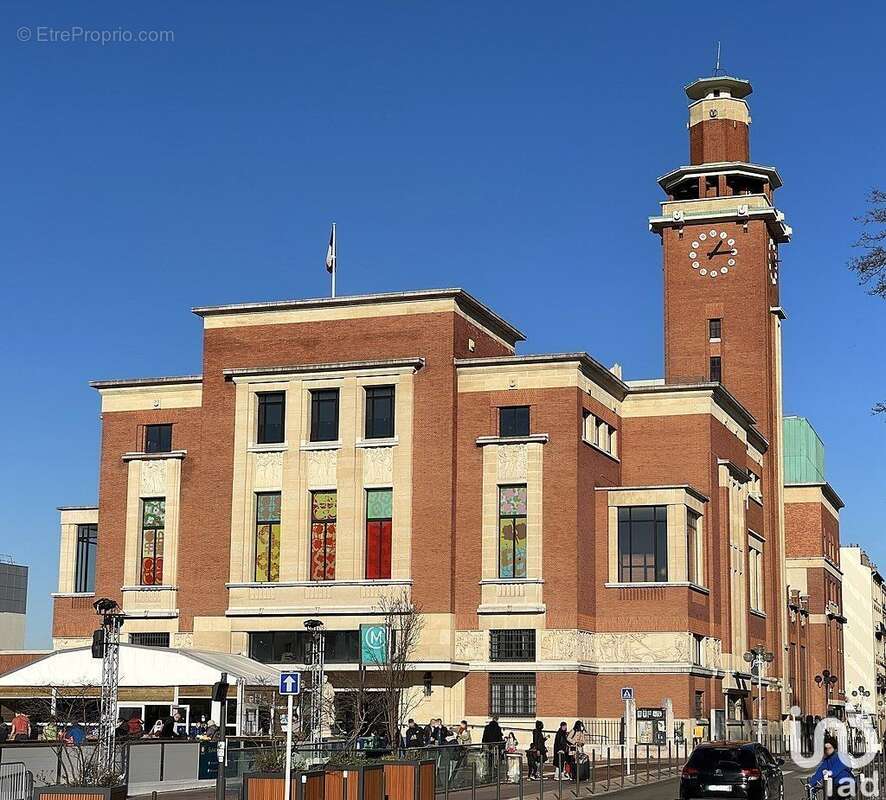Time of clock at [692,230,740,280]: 1:14
